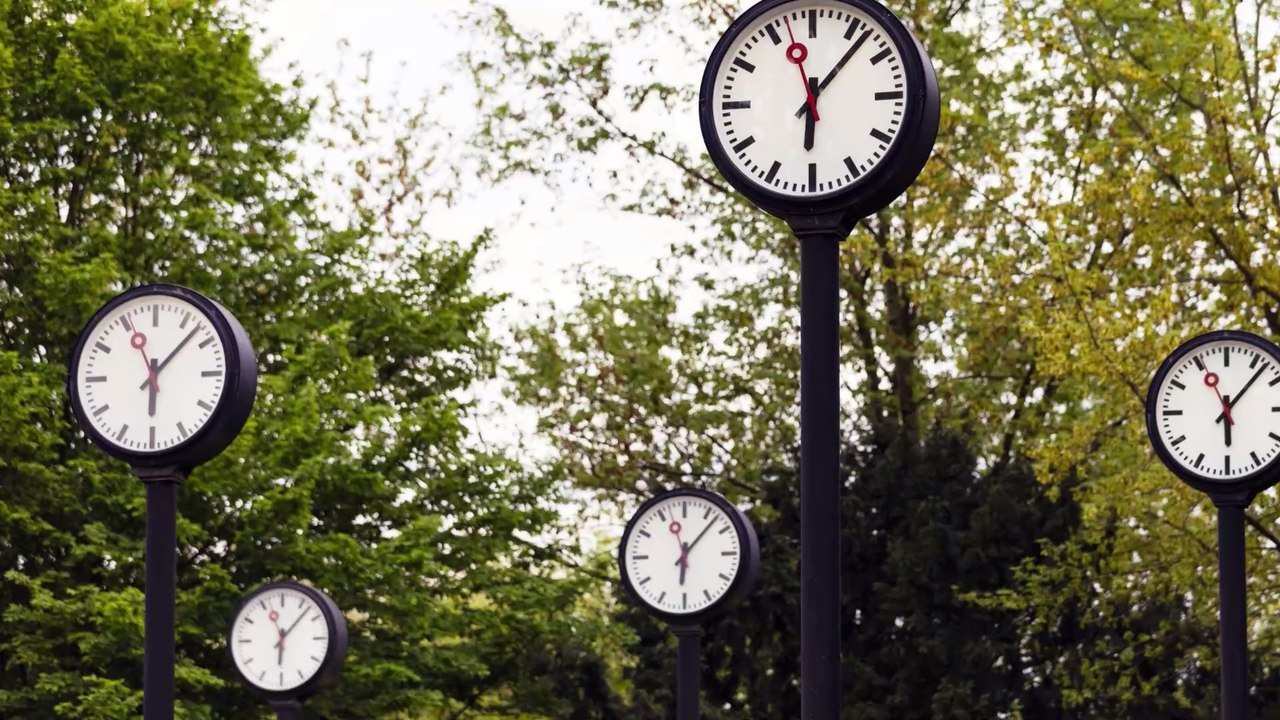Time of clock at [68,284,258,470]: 6:07
